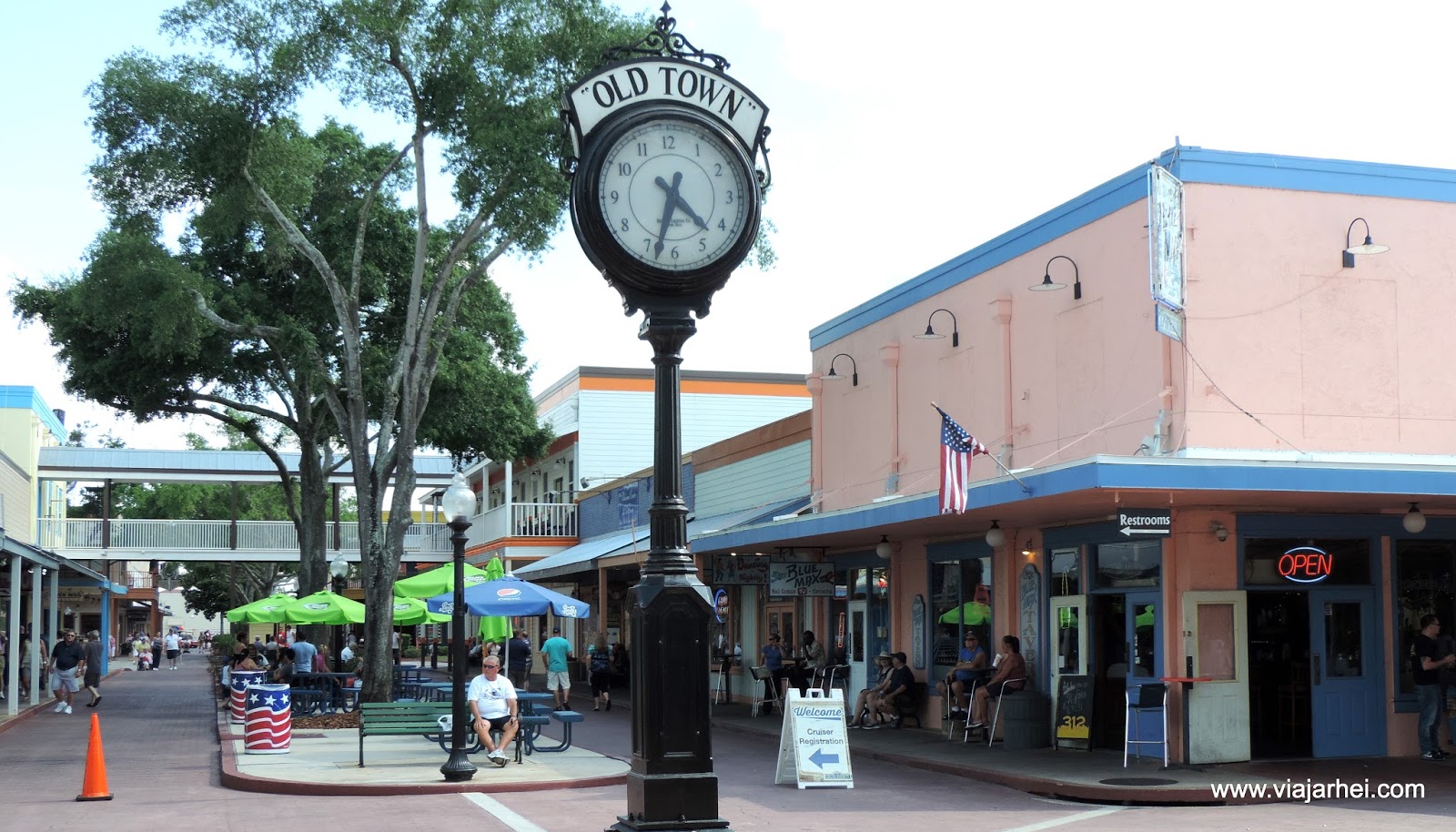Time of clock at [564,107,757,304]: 4:33
